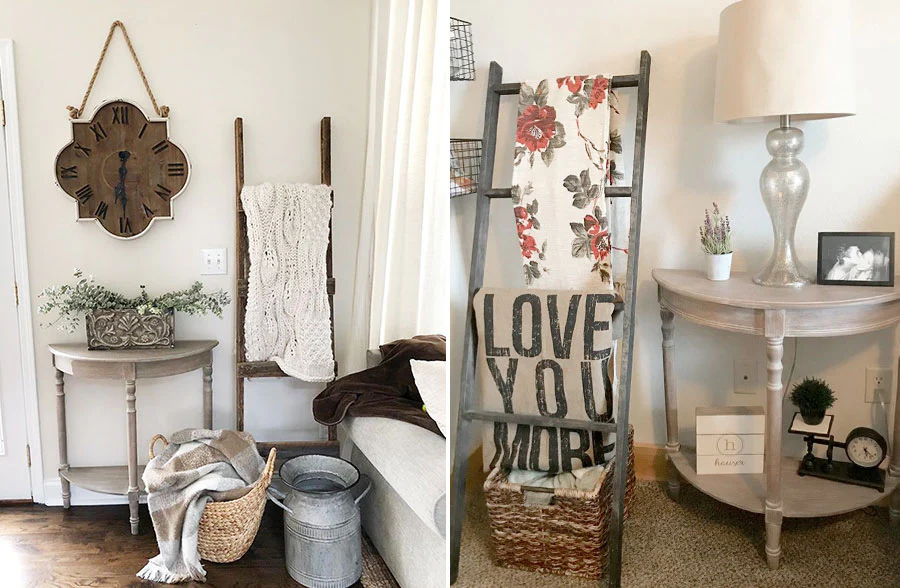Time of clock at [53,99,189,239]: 6:29
